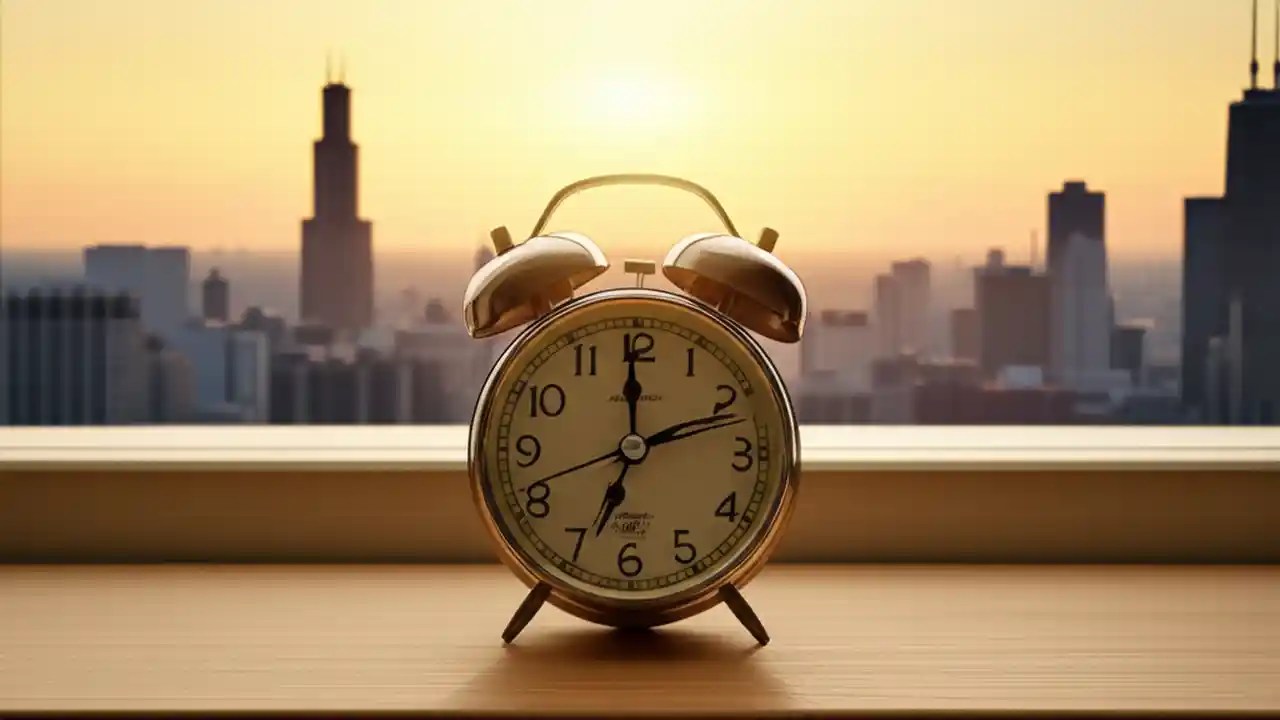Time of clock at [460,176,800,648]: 6:59
